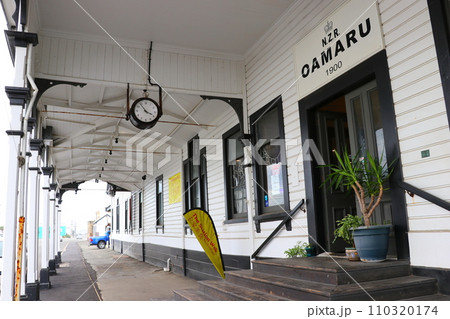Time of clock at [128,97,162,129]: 3:53
